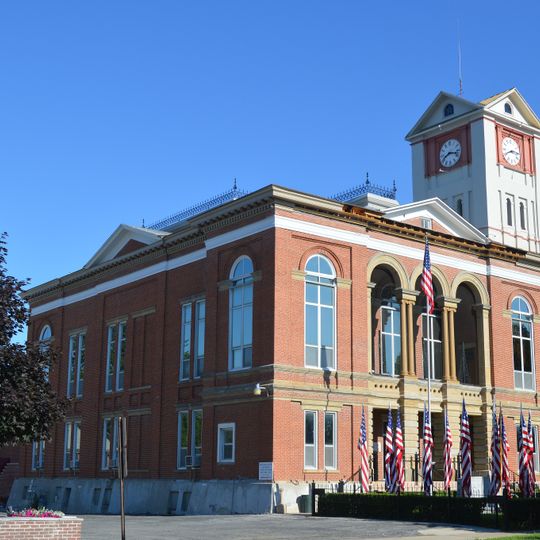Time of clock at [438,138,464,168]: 8:17
